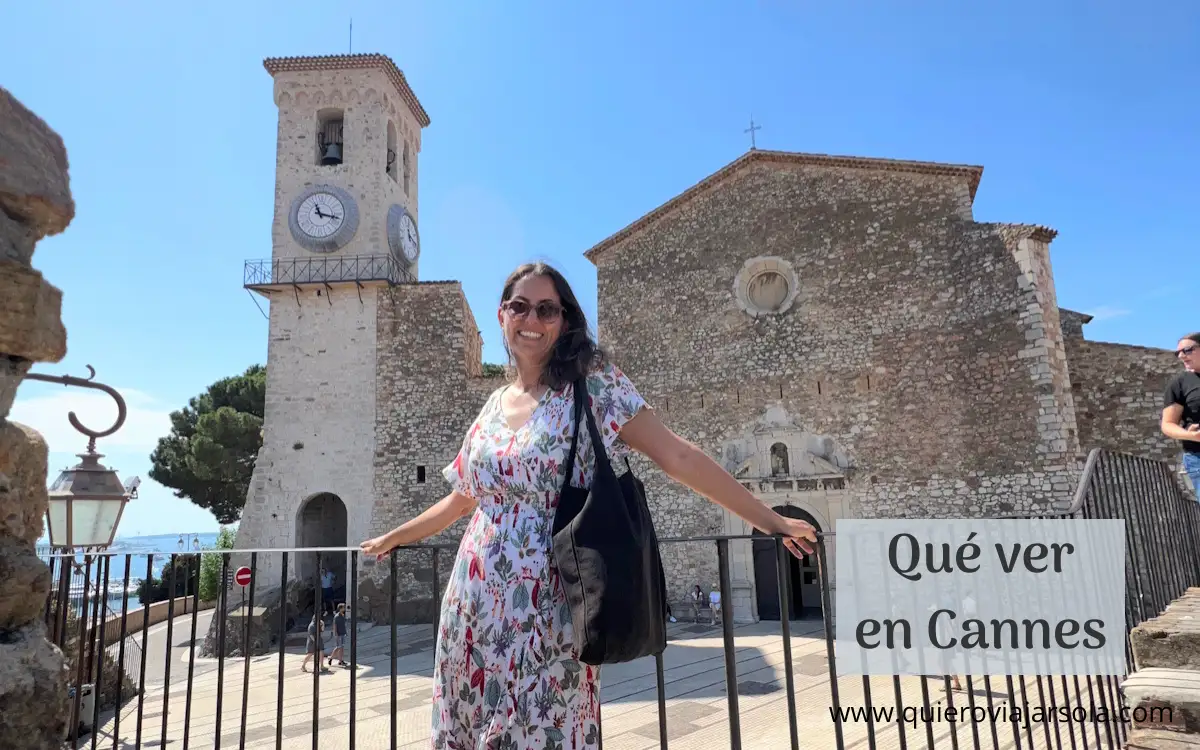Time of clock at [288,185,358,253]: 11:17
